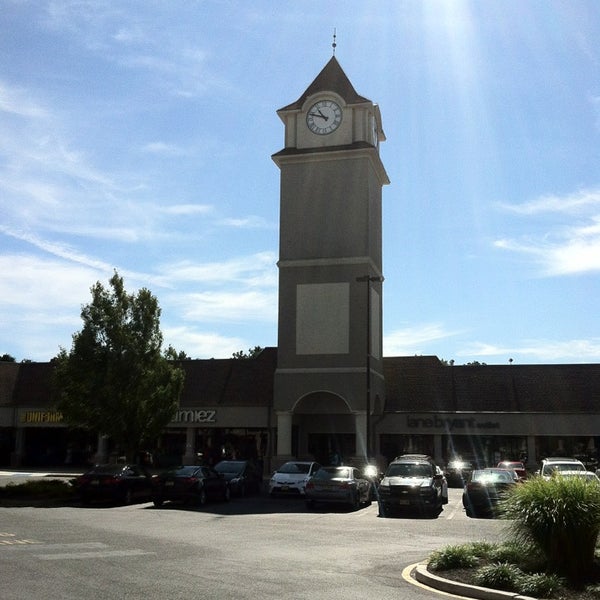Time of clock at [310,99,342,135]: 10:47
